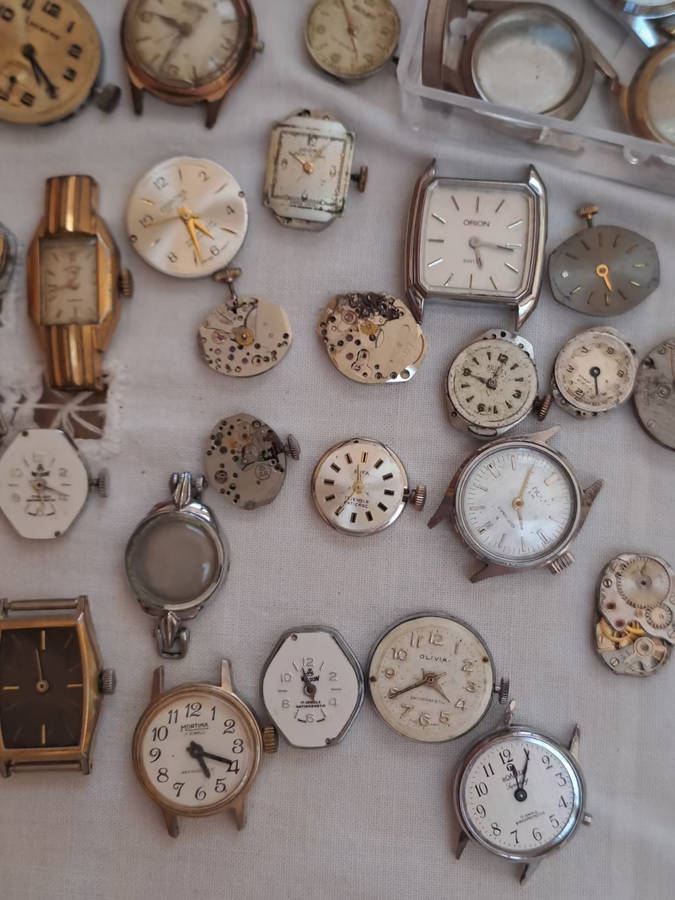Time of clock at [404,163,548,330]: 5:15
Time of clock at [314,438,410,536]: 11:35
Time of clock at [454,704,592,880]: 12:05
